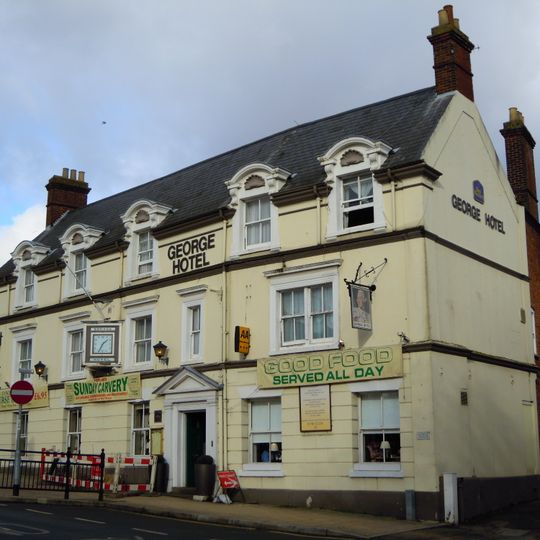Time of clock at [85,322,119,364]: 1:34
